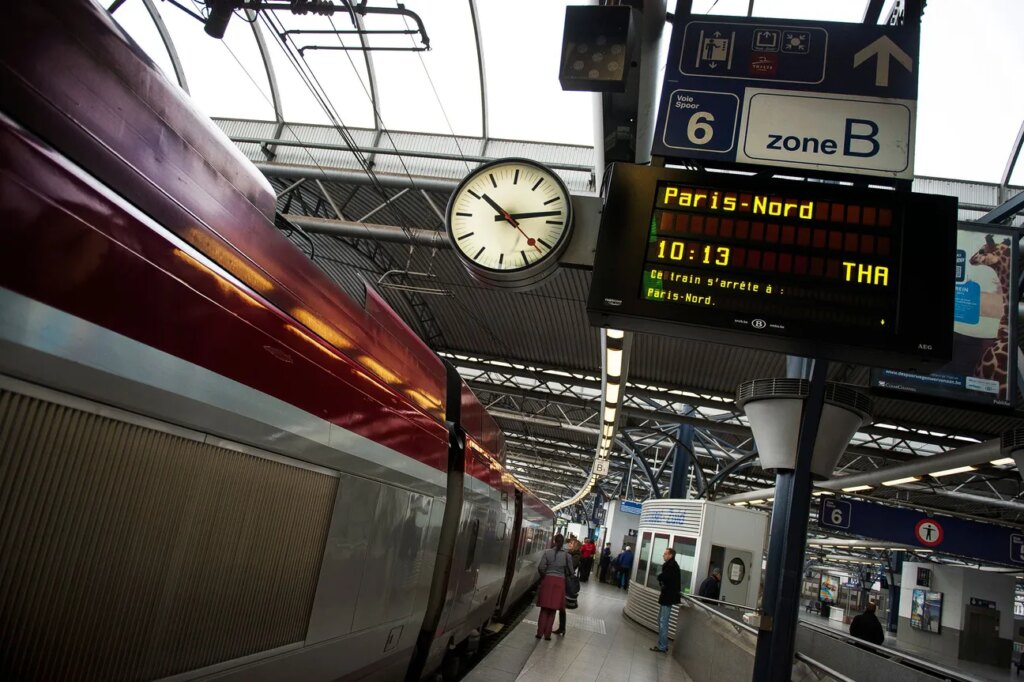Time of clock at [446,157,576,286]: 10:13
